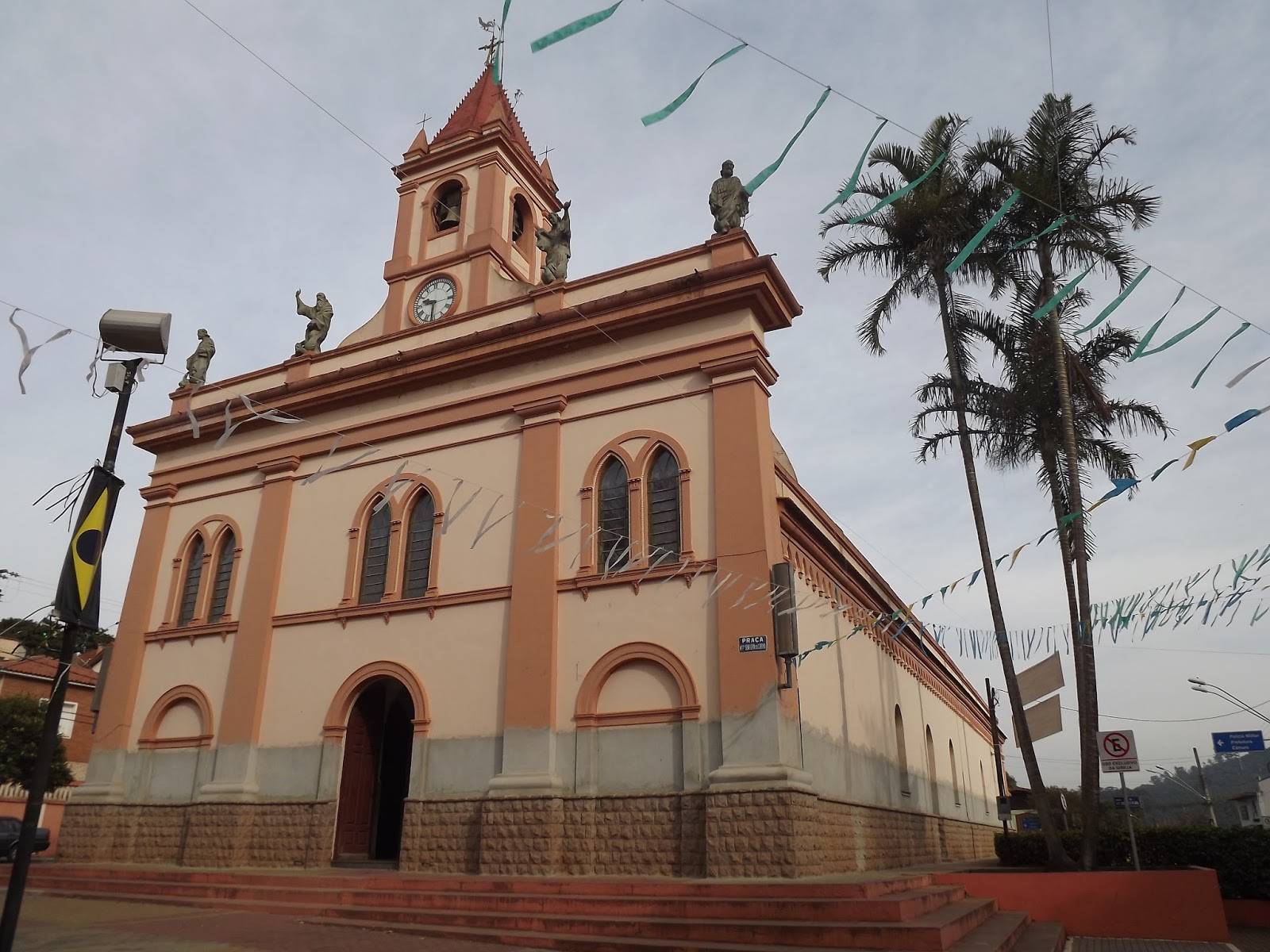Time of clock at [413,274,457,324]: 9:31
